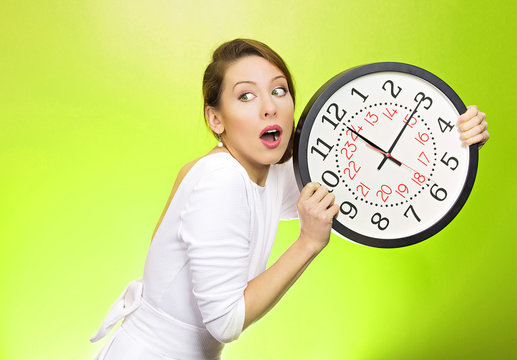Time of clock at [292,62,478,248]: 10:04
